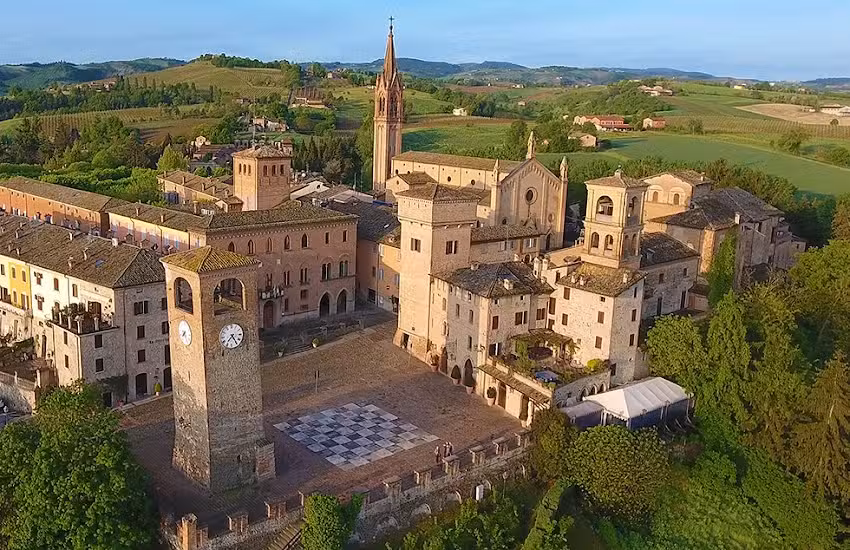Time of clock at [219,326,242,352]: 7:24
